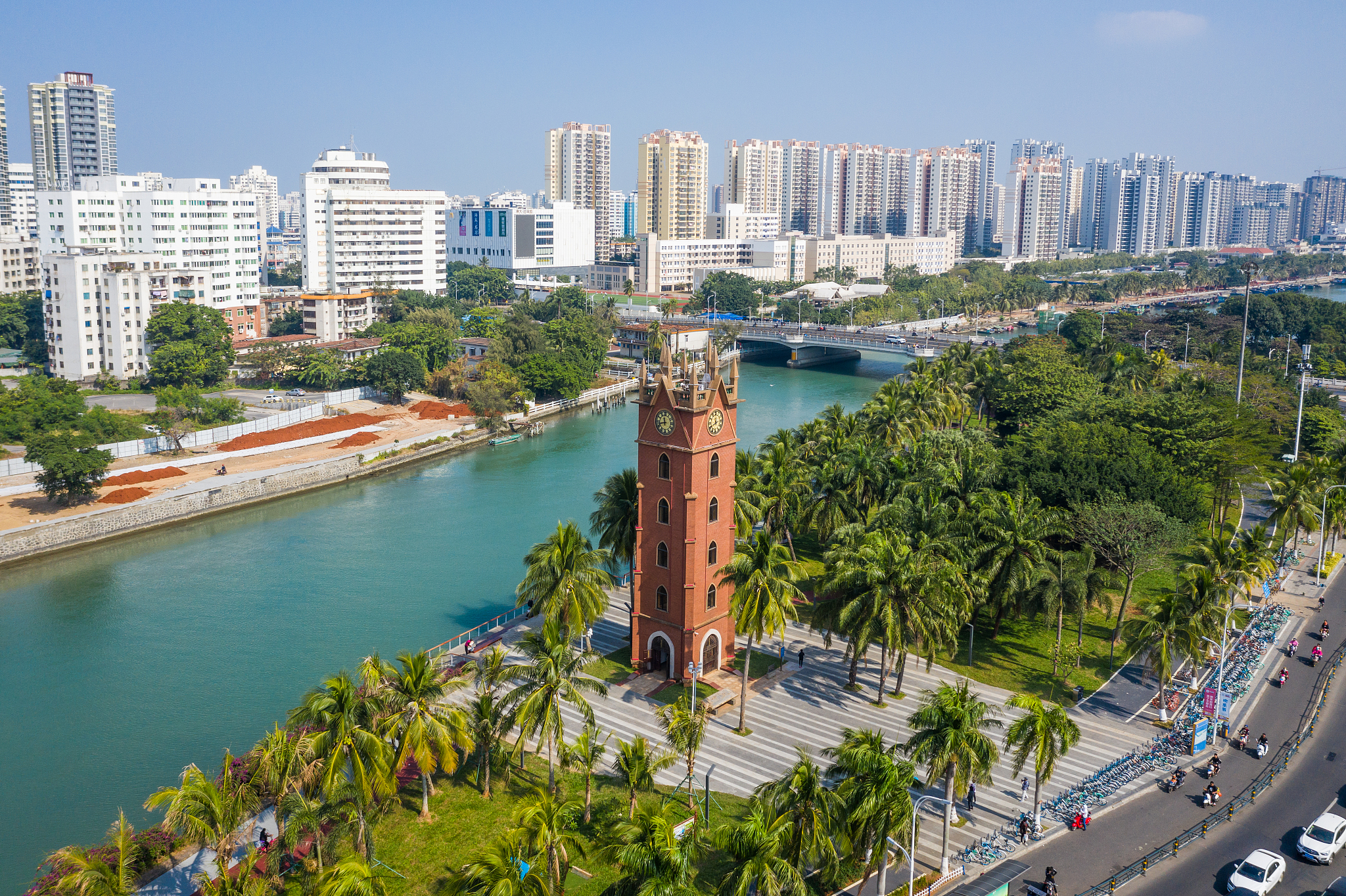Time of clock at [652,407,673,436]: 11:42
